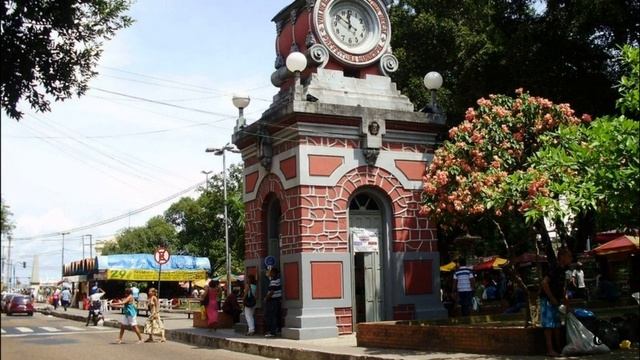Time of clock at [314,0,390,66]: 11:50
